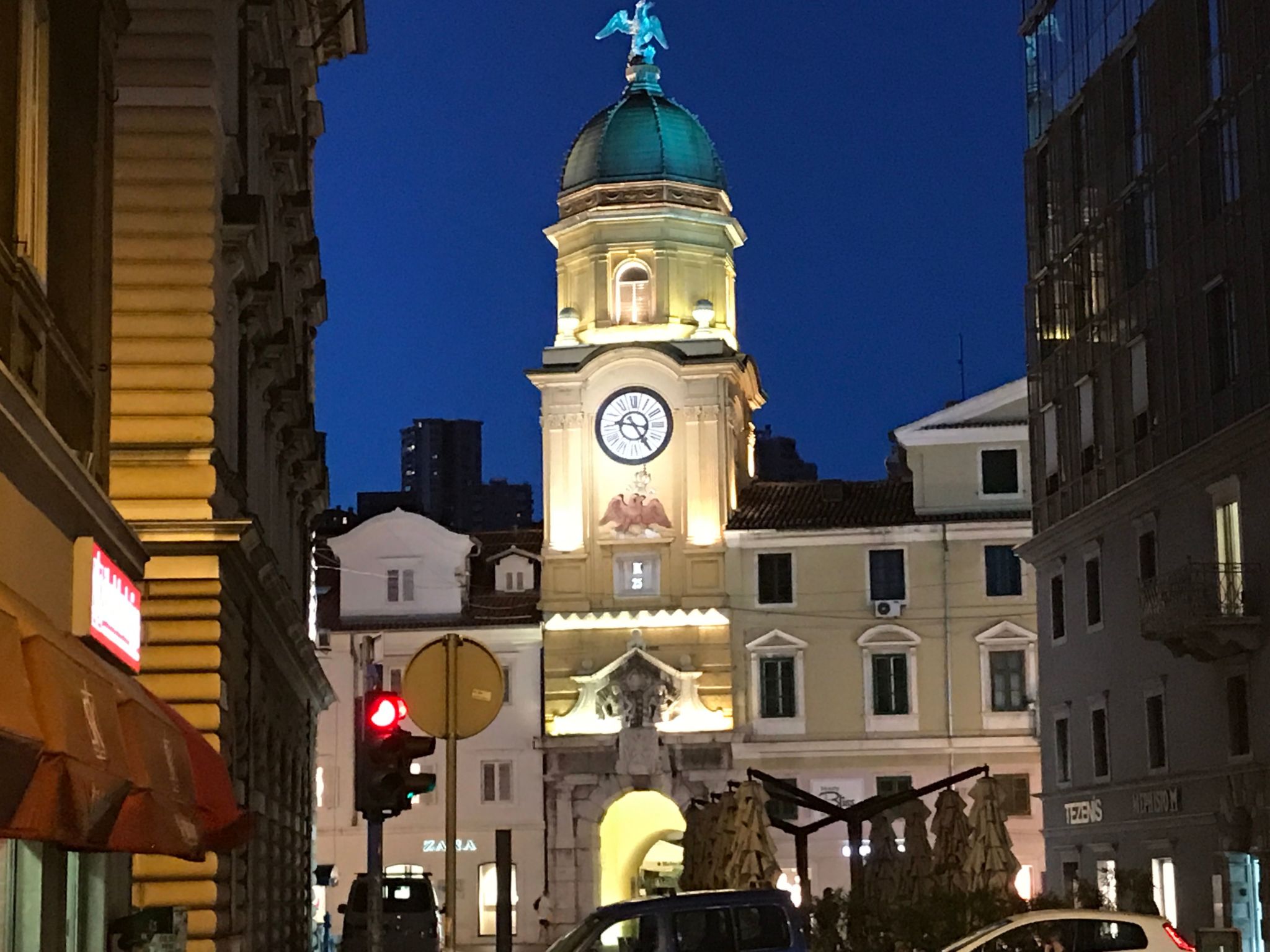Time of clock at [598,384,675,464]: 9:24
